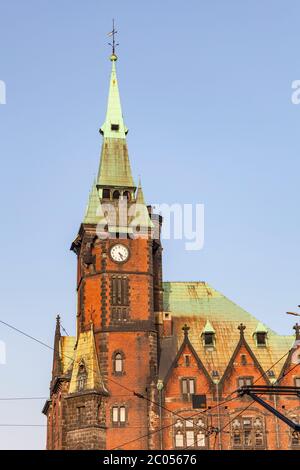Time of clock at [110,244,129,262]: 4:26
